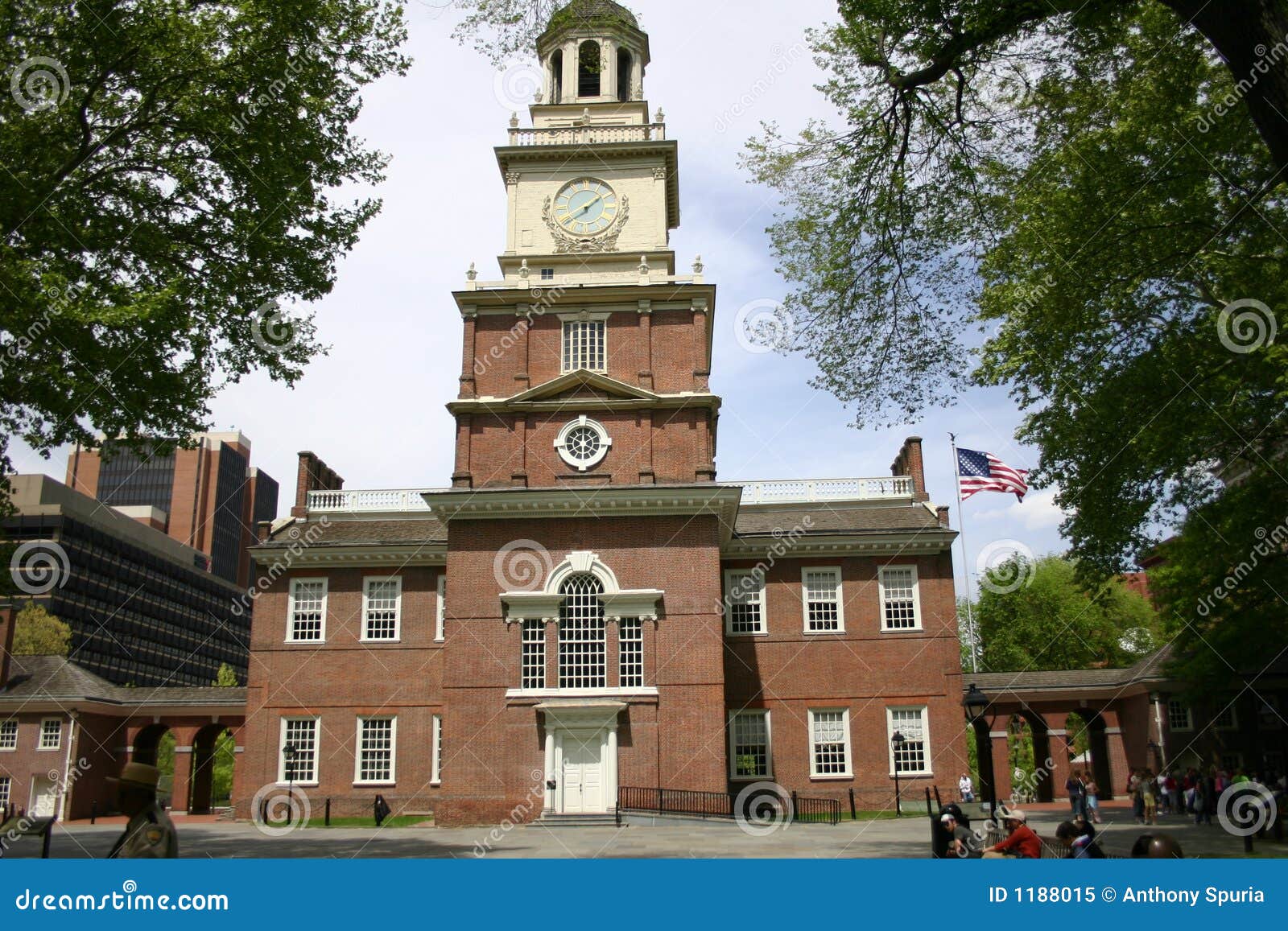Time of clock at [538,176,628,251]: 1:39
